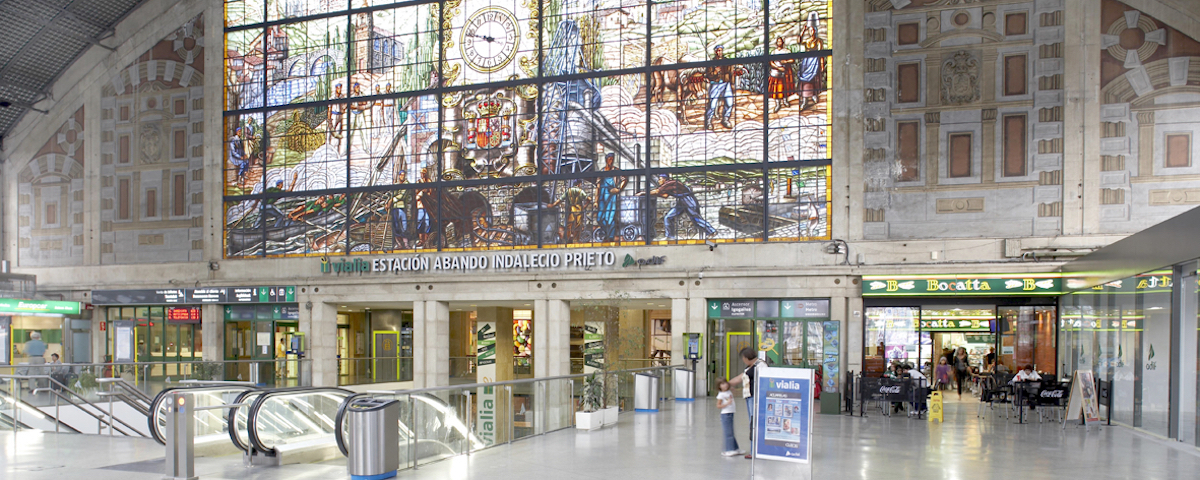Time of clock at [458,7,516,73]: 3:48
